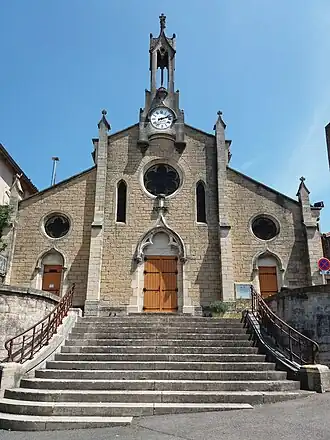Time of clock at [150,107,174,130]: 2:12
